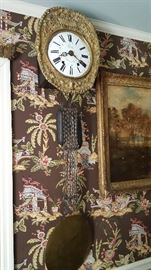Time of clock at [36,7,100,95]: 8:20
